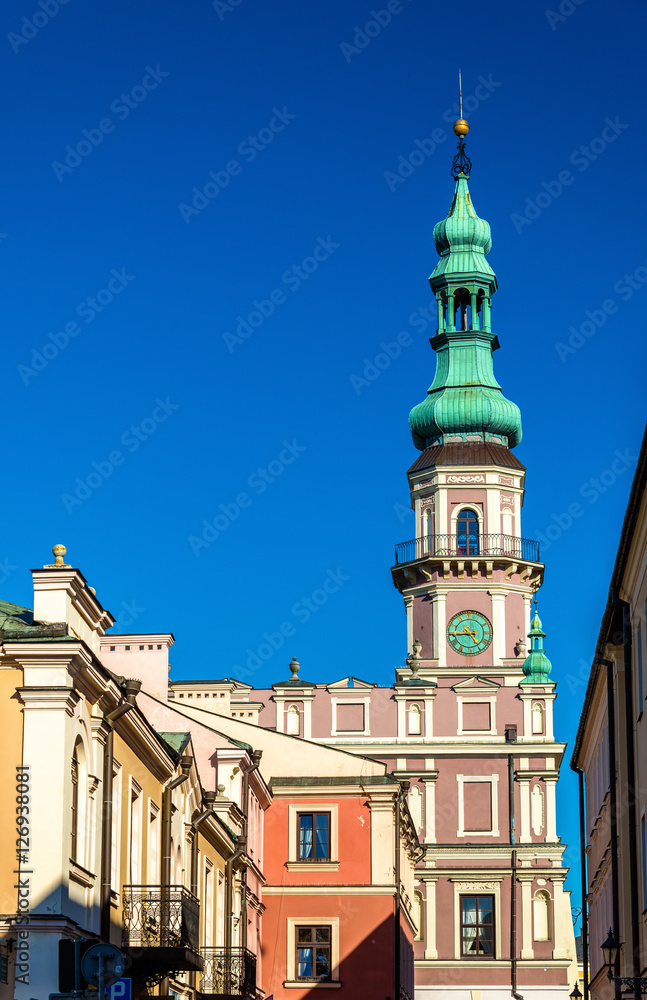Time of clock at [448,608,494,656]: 4:44
